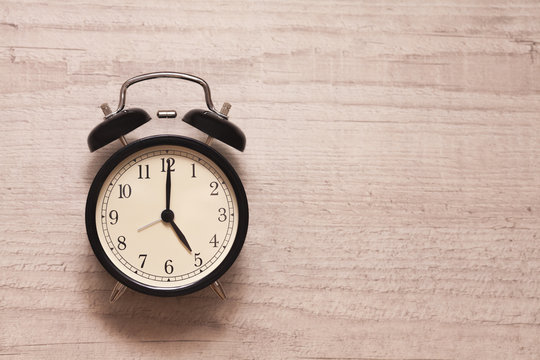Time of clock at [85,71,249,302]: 5:00
